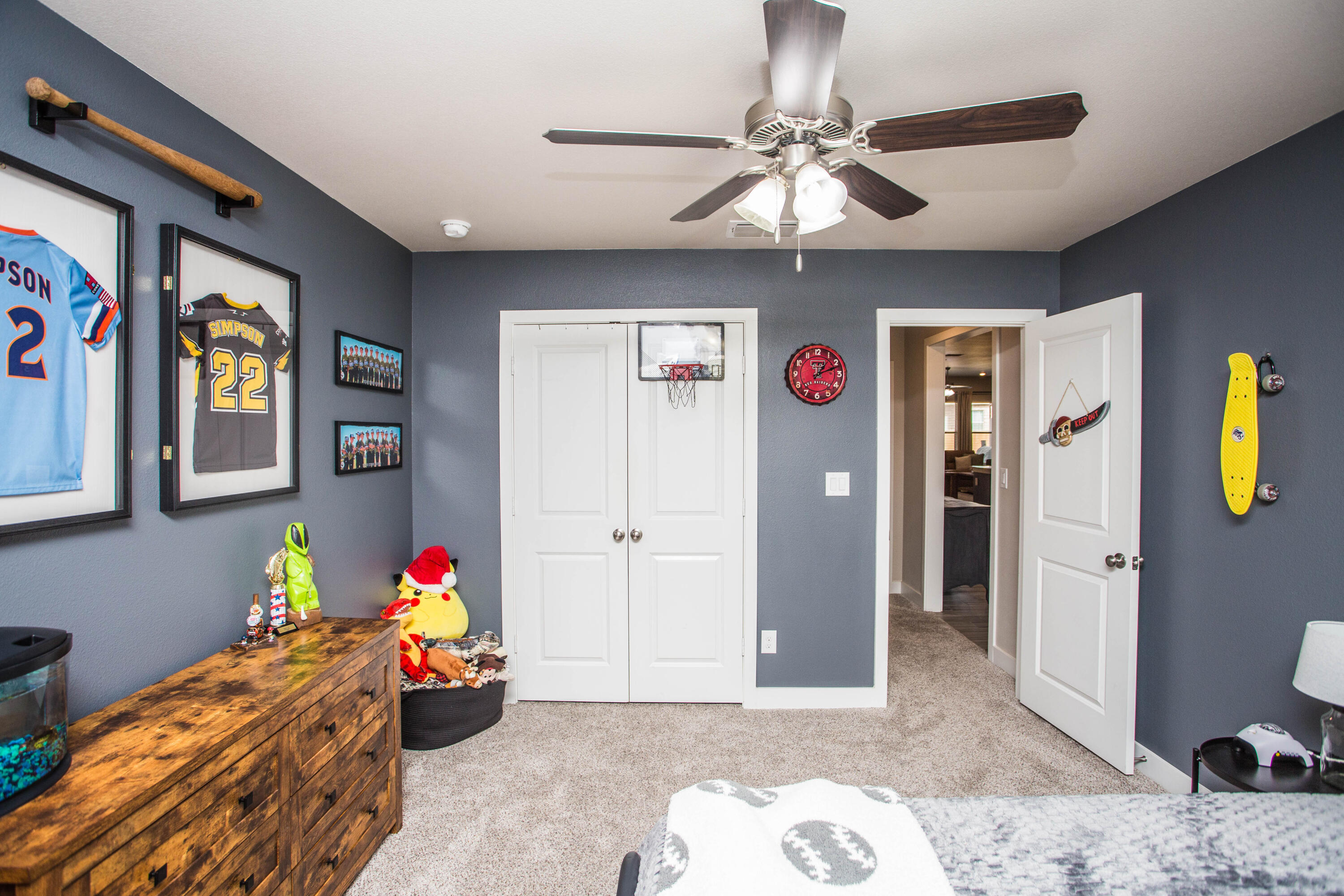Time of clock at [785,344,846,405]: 1:11
